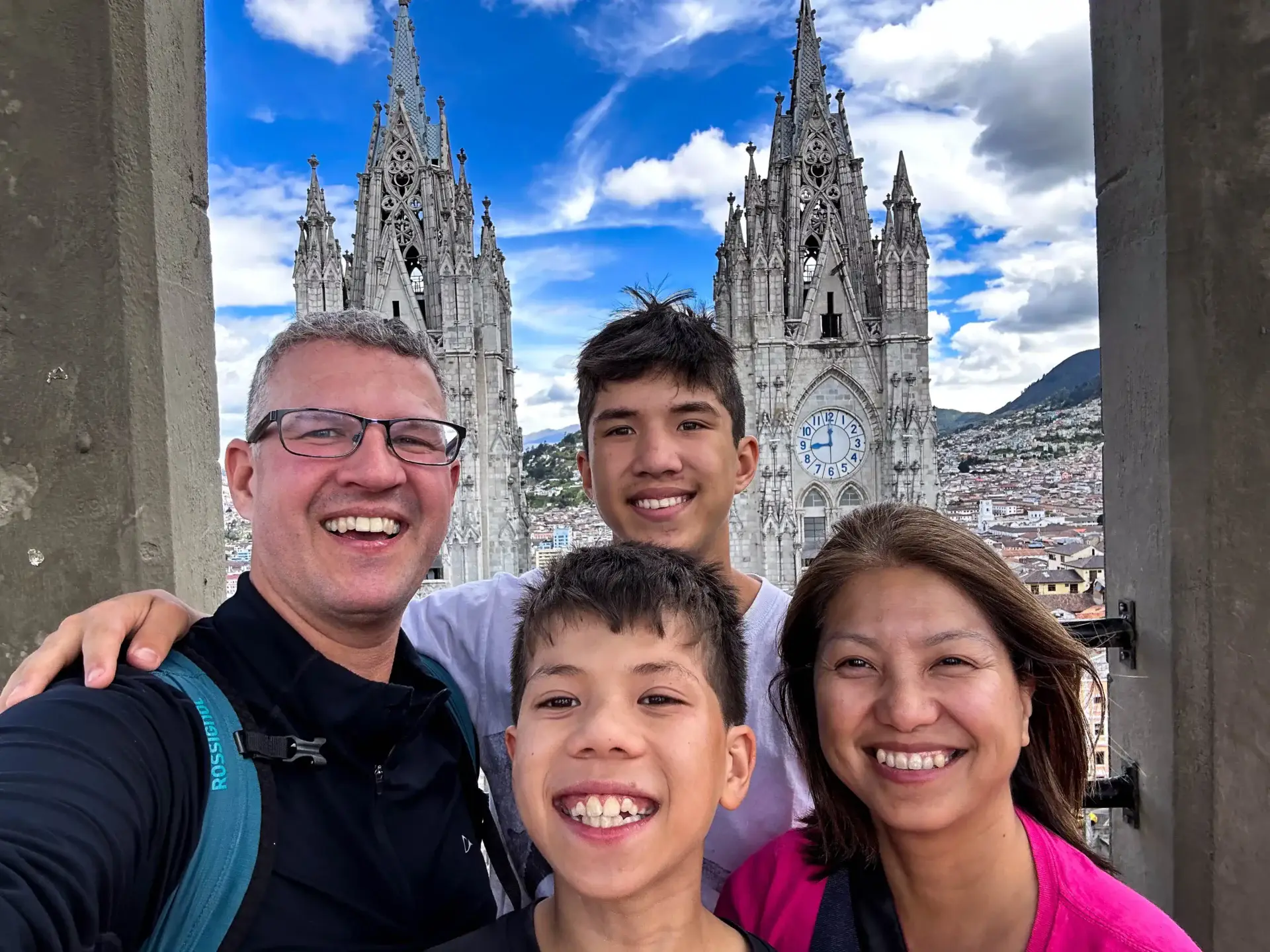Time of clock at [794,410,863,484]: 8:59
